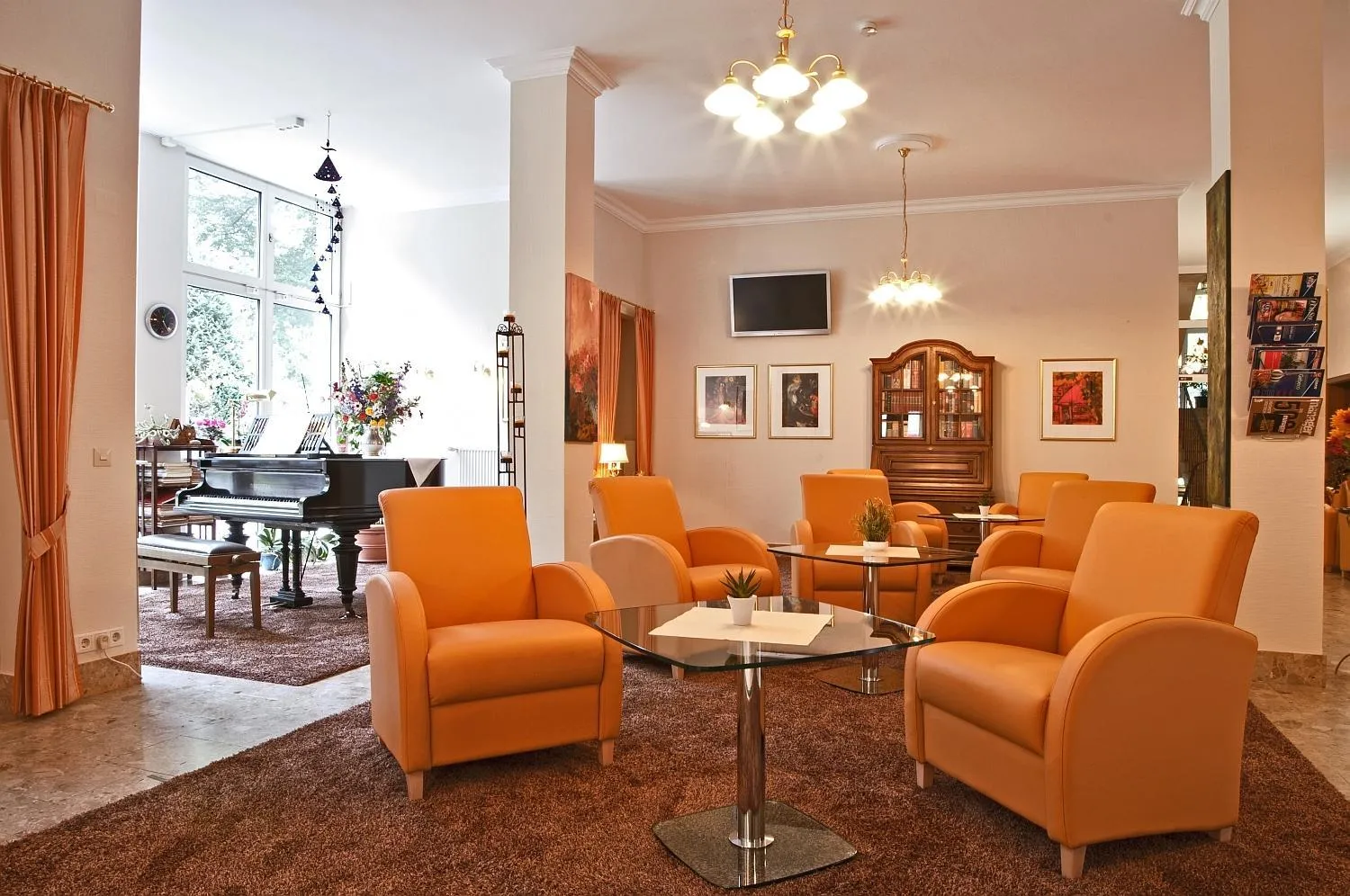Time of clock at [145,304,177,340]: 12:24
